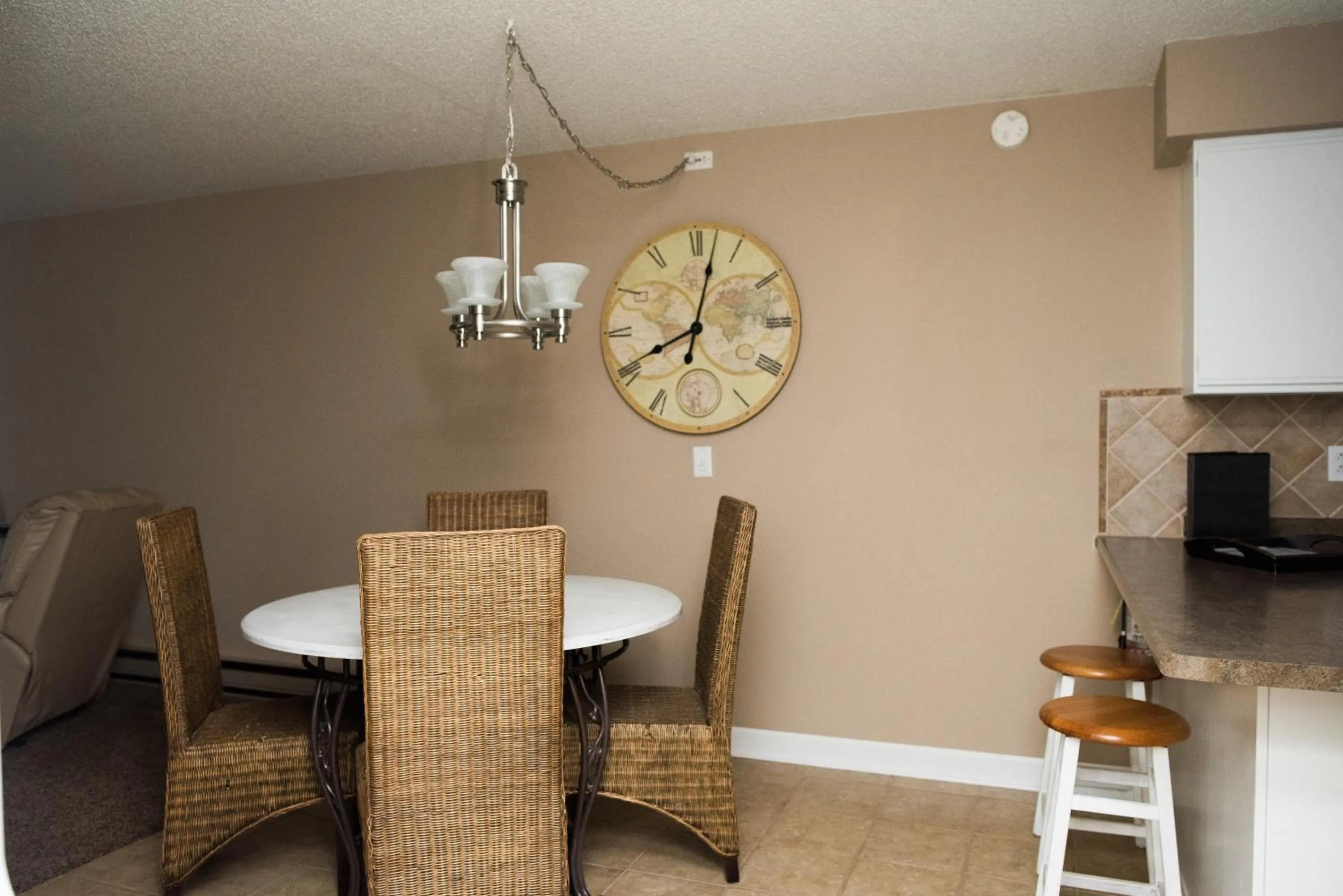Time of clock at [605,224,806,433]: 8:02
